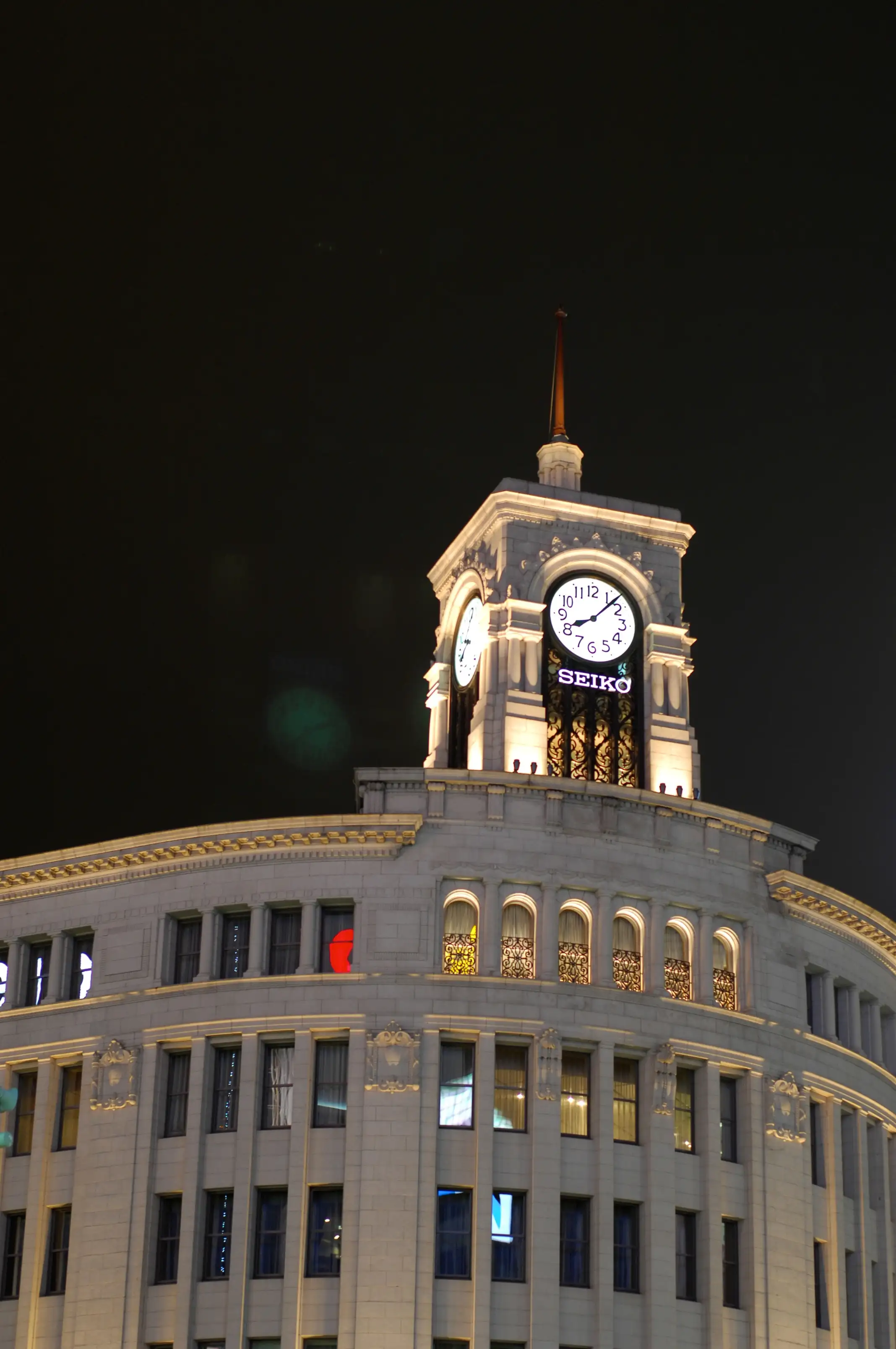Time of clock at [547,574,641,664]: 8:07
